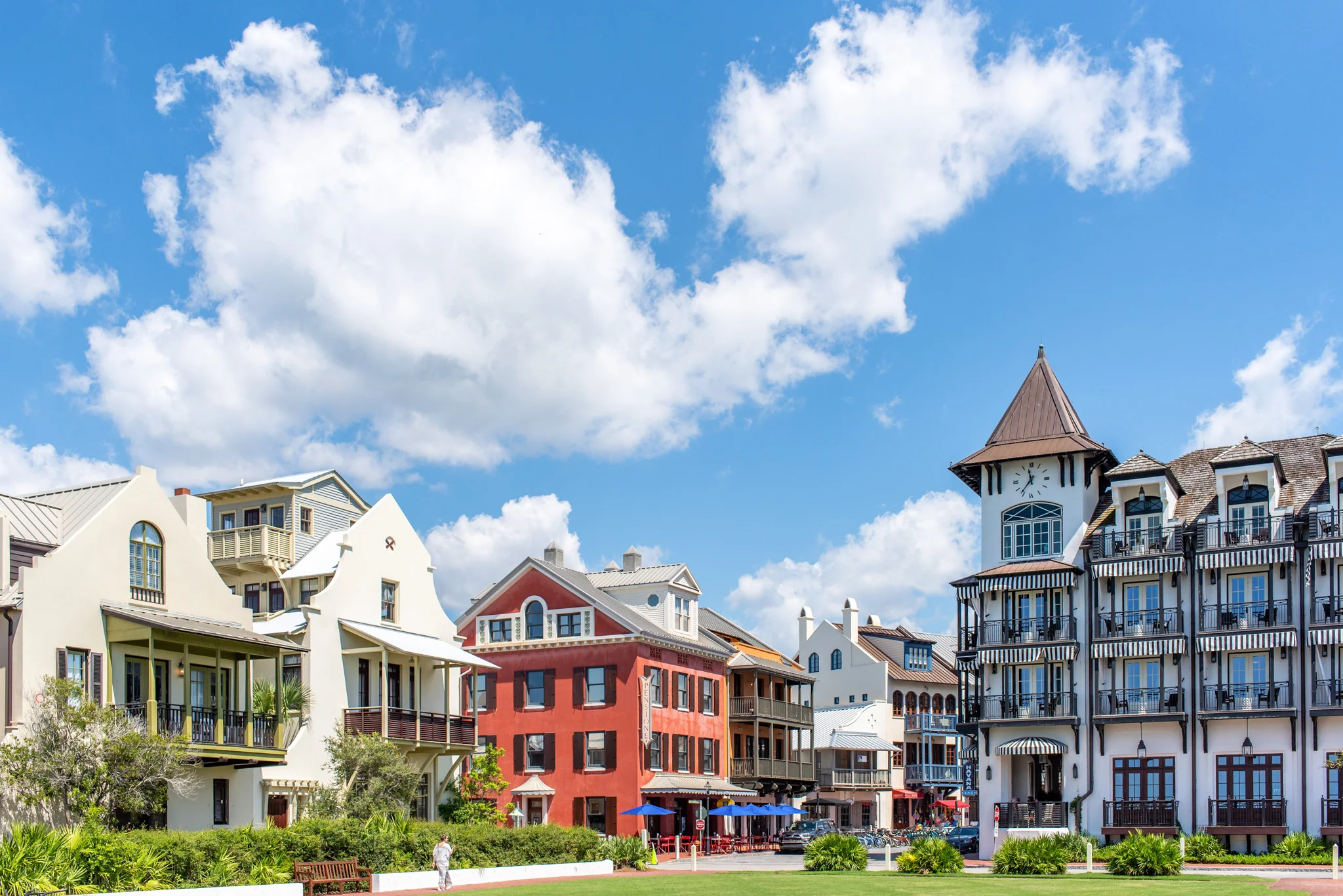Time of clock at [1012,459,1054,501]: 11:36
